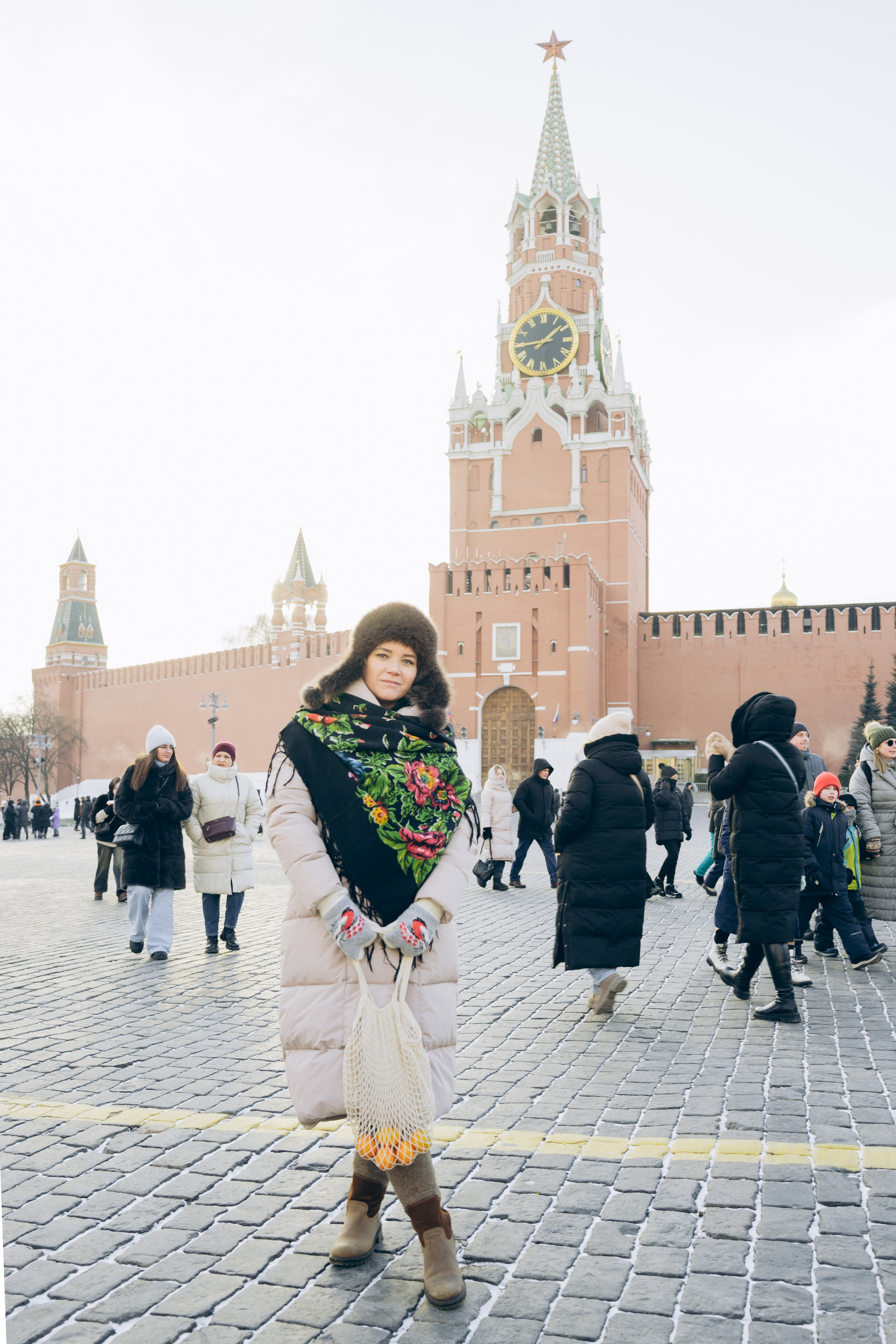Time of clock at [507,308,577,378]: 1:44
